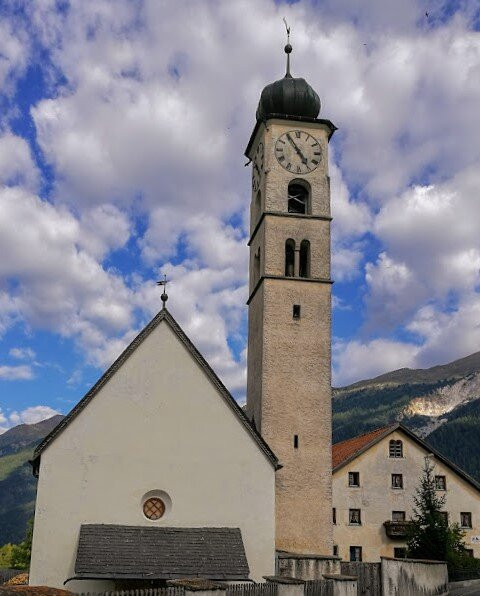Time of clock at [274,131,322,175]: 4:54
